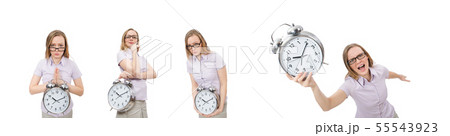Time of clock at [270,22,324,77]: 9:05
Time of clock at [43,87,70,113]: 10:10
